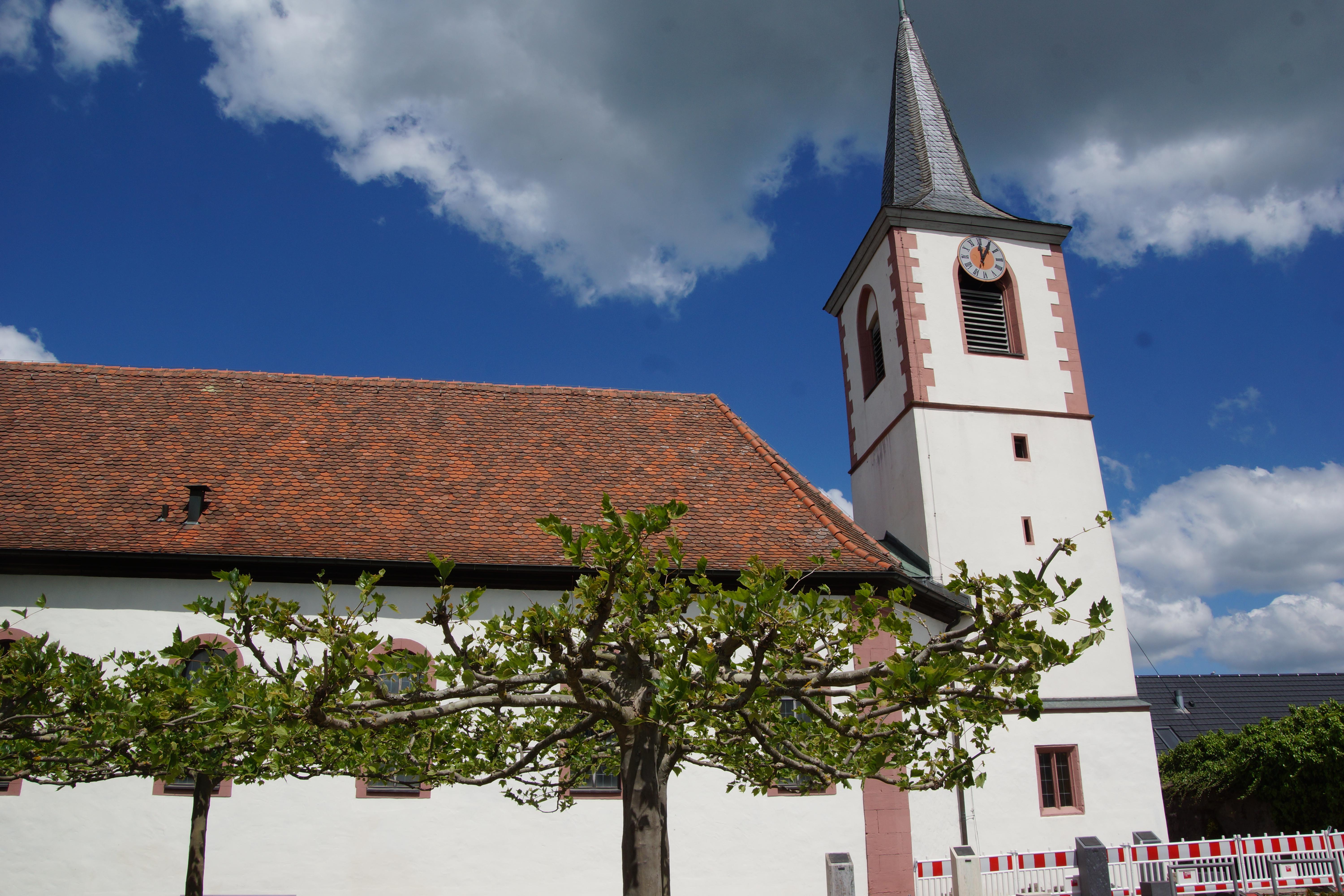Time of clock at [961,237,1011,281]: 12:05
